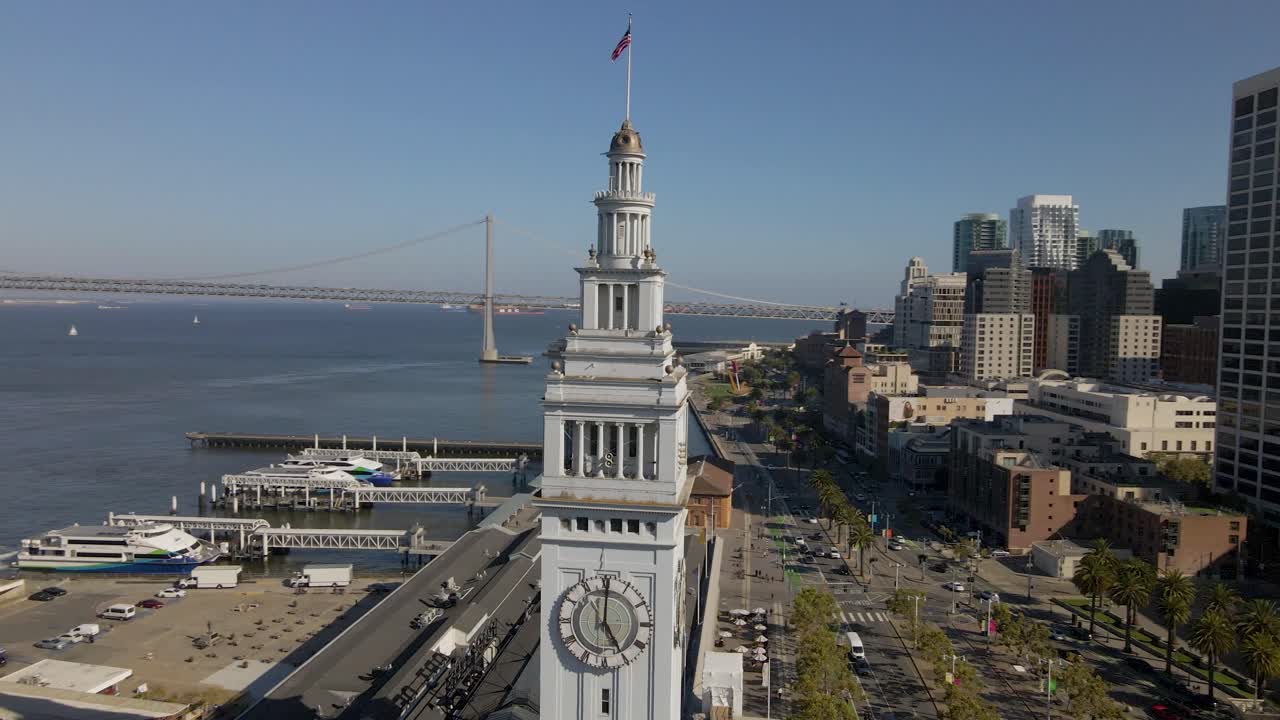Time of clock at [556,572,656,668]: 5:00
